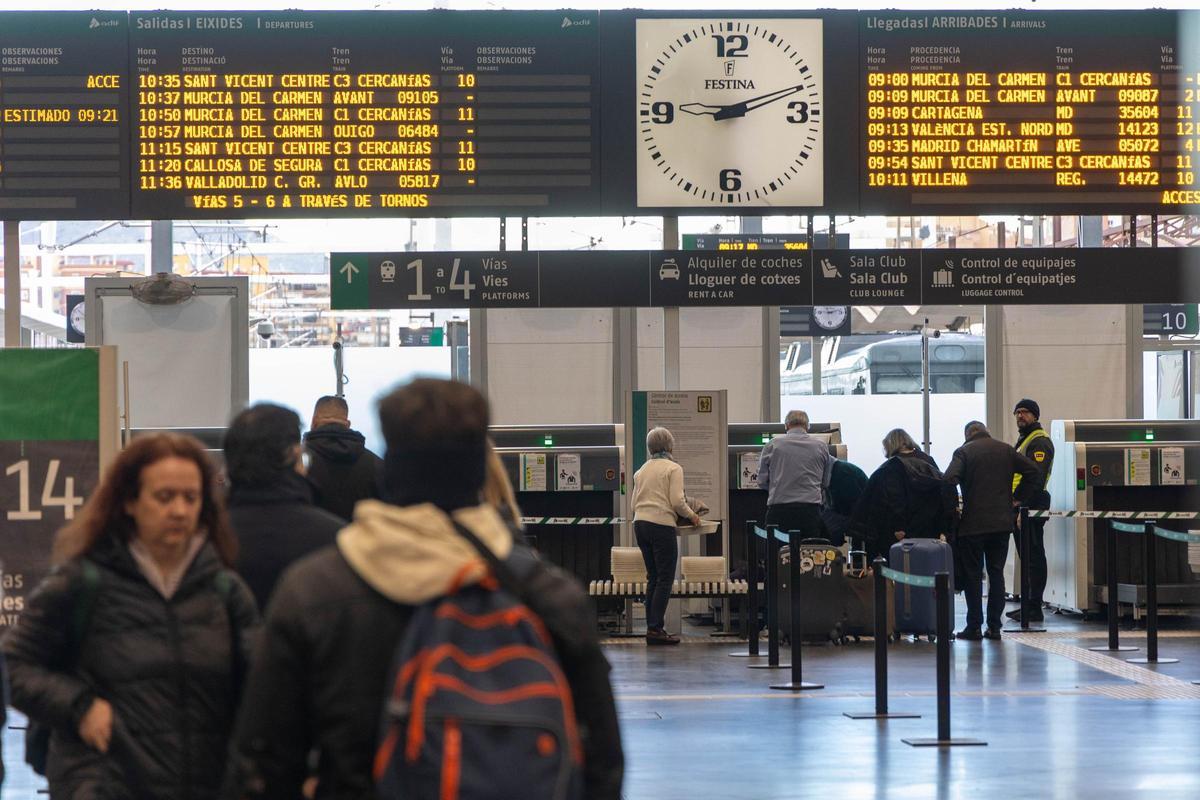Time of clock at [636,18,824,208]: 2:11
